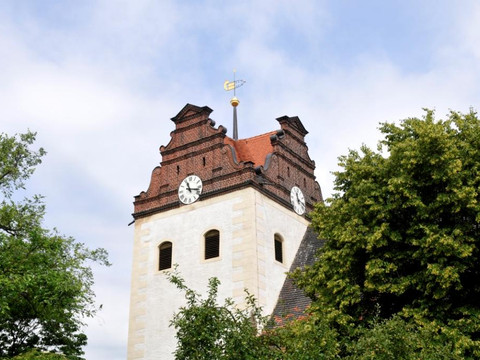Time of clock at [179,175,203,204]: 11:17
